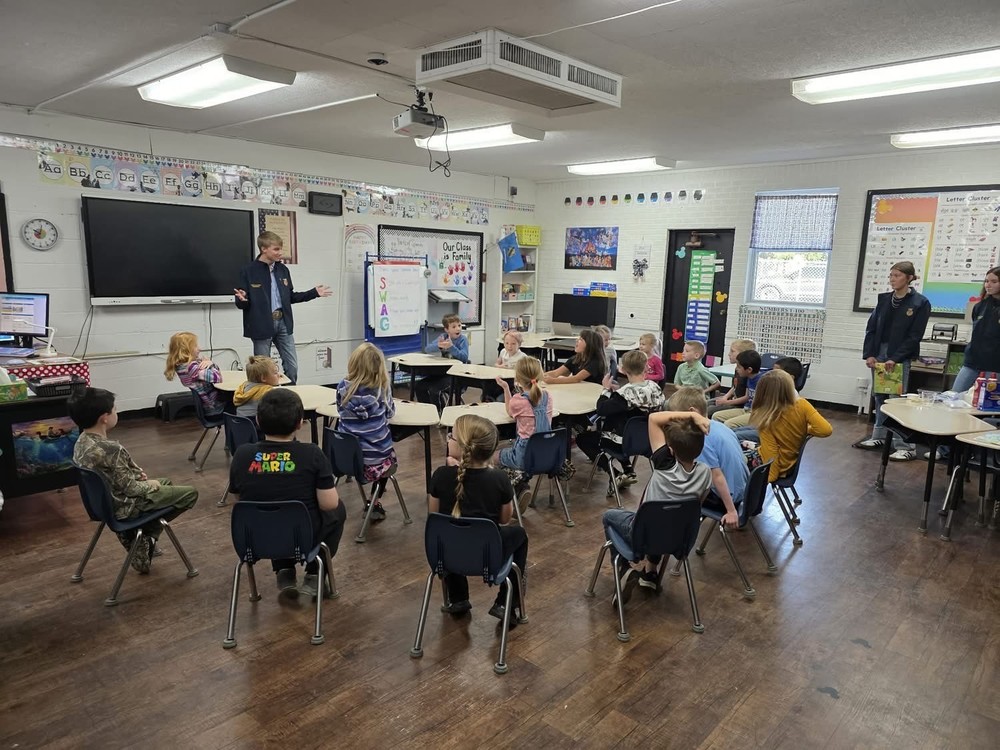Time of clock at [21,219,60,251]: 10:01
